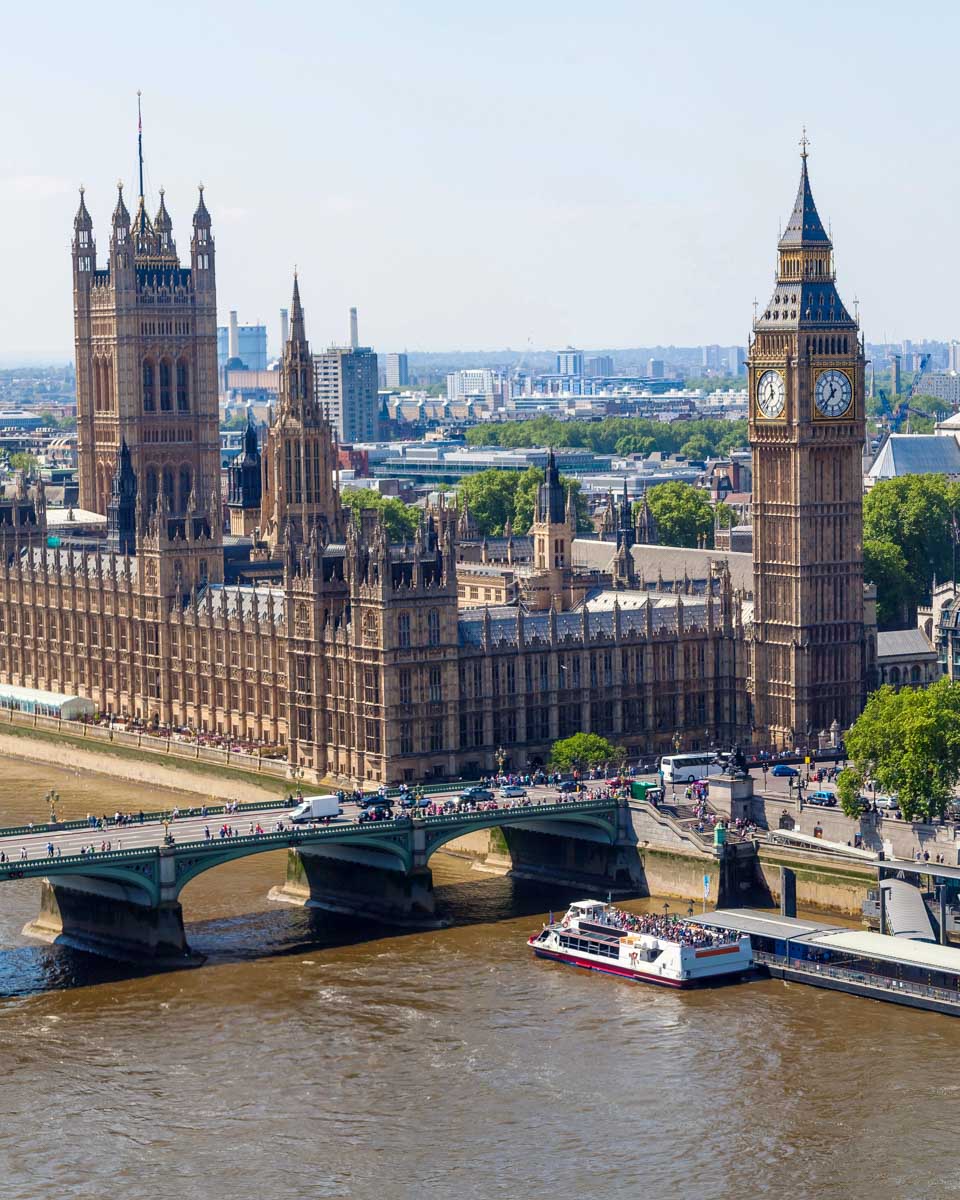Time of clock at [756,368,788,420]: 11:37
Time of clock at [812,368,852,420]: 11:36
